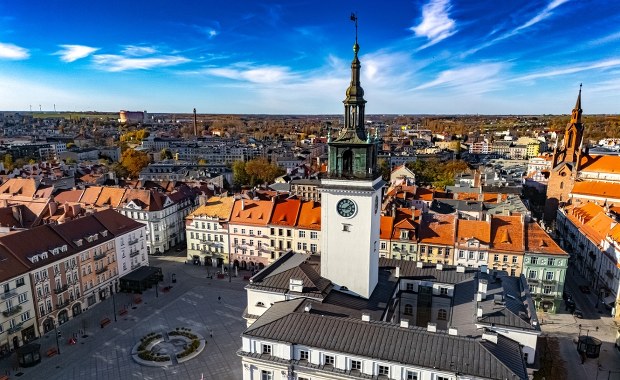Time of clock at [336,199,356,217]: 1:43
